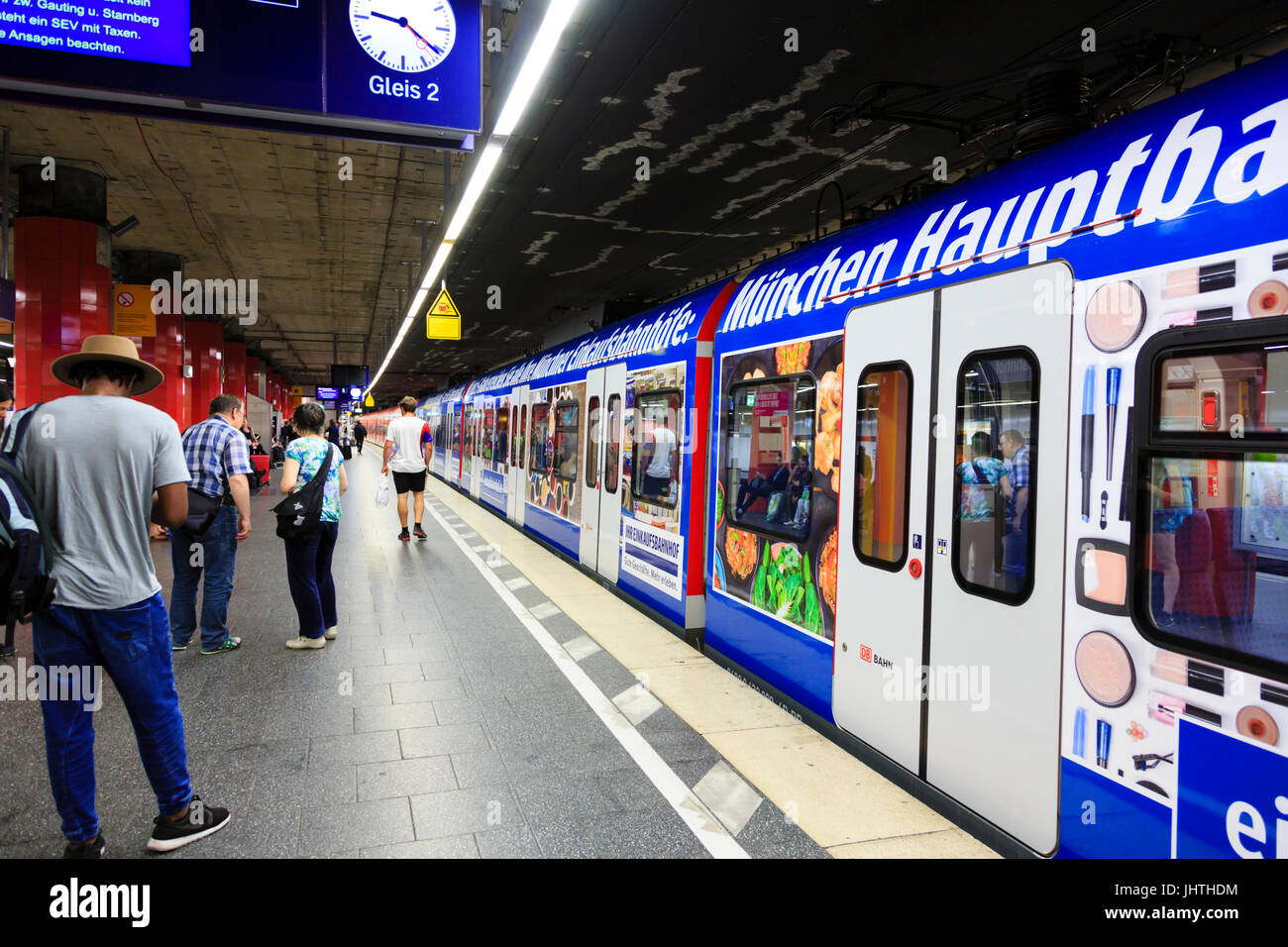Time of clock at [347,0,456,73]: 9:21
